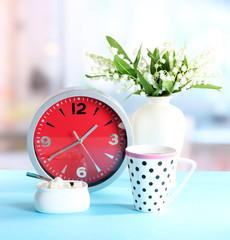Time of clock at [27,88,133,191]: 1:40
